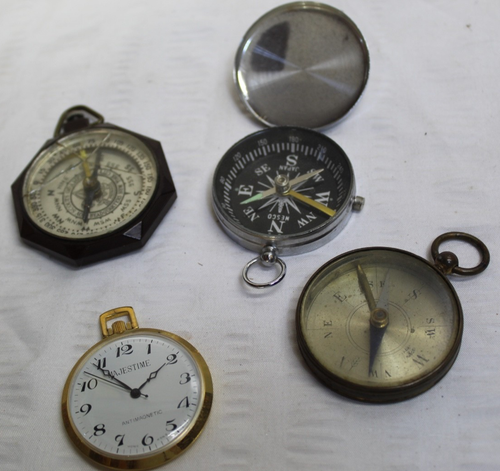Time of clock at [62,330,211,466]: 1:53
